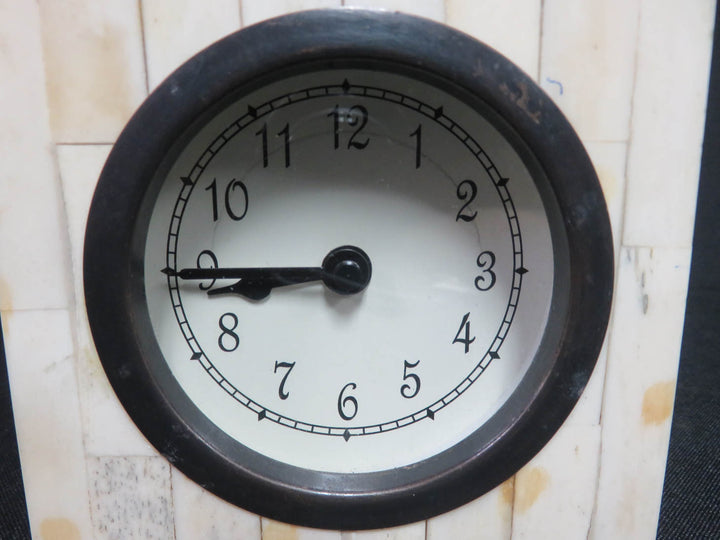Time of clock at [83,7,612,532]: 8:45
